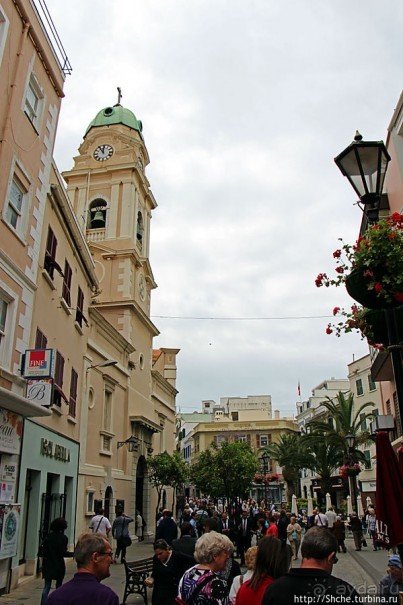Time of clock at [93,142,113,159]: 11:54
